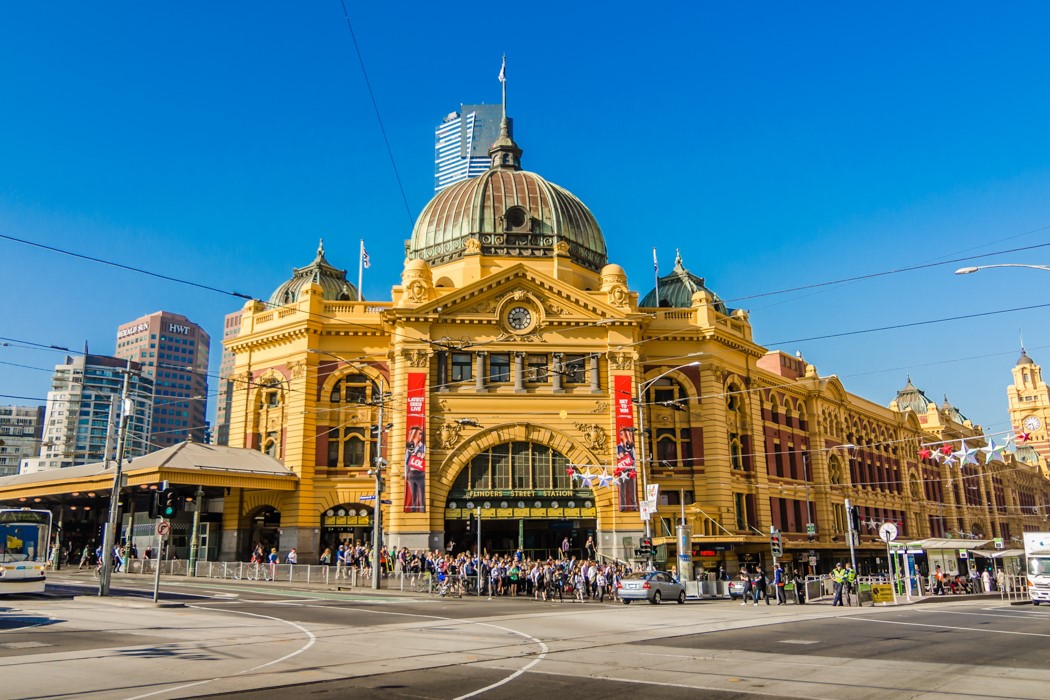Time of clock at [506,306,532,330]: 8:29
